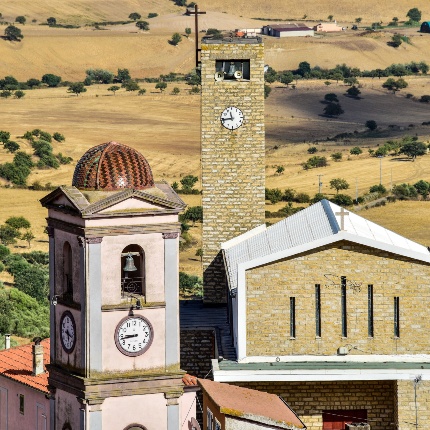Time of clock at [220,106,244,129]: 11:43
